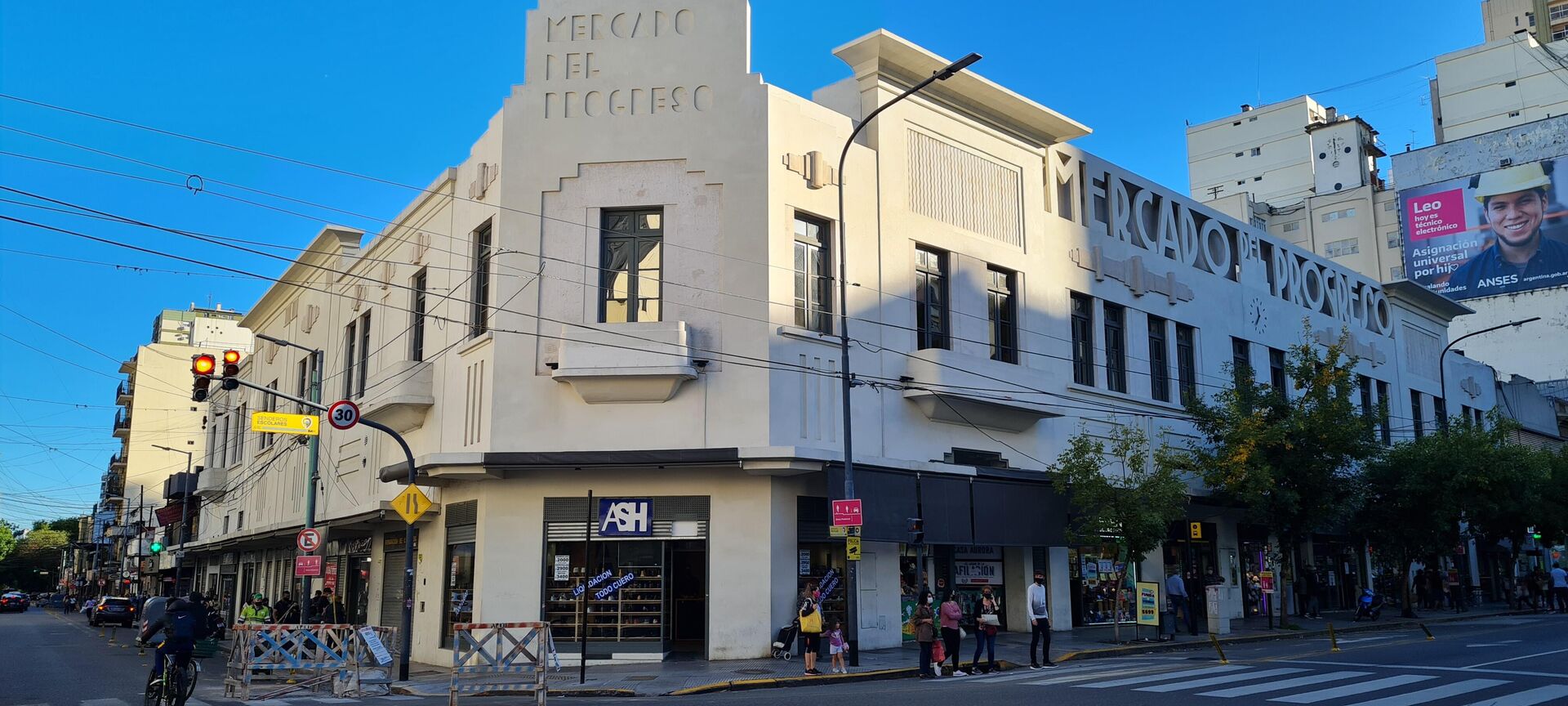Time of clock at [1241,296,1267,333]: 11:36
